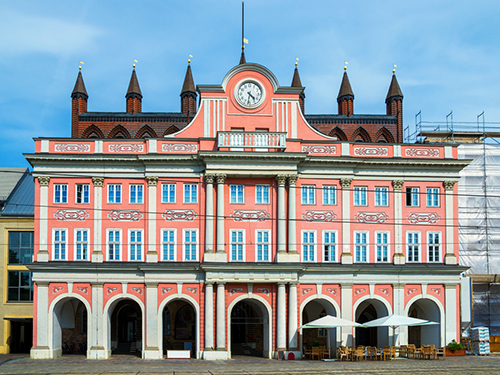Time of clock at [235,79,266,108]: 4:31
